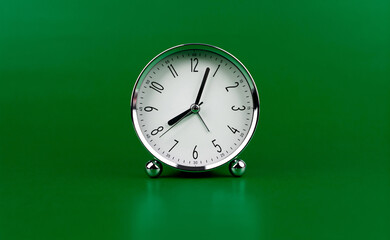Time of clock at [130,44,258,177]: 8:03
